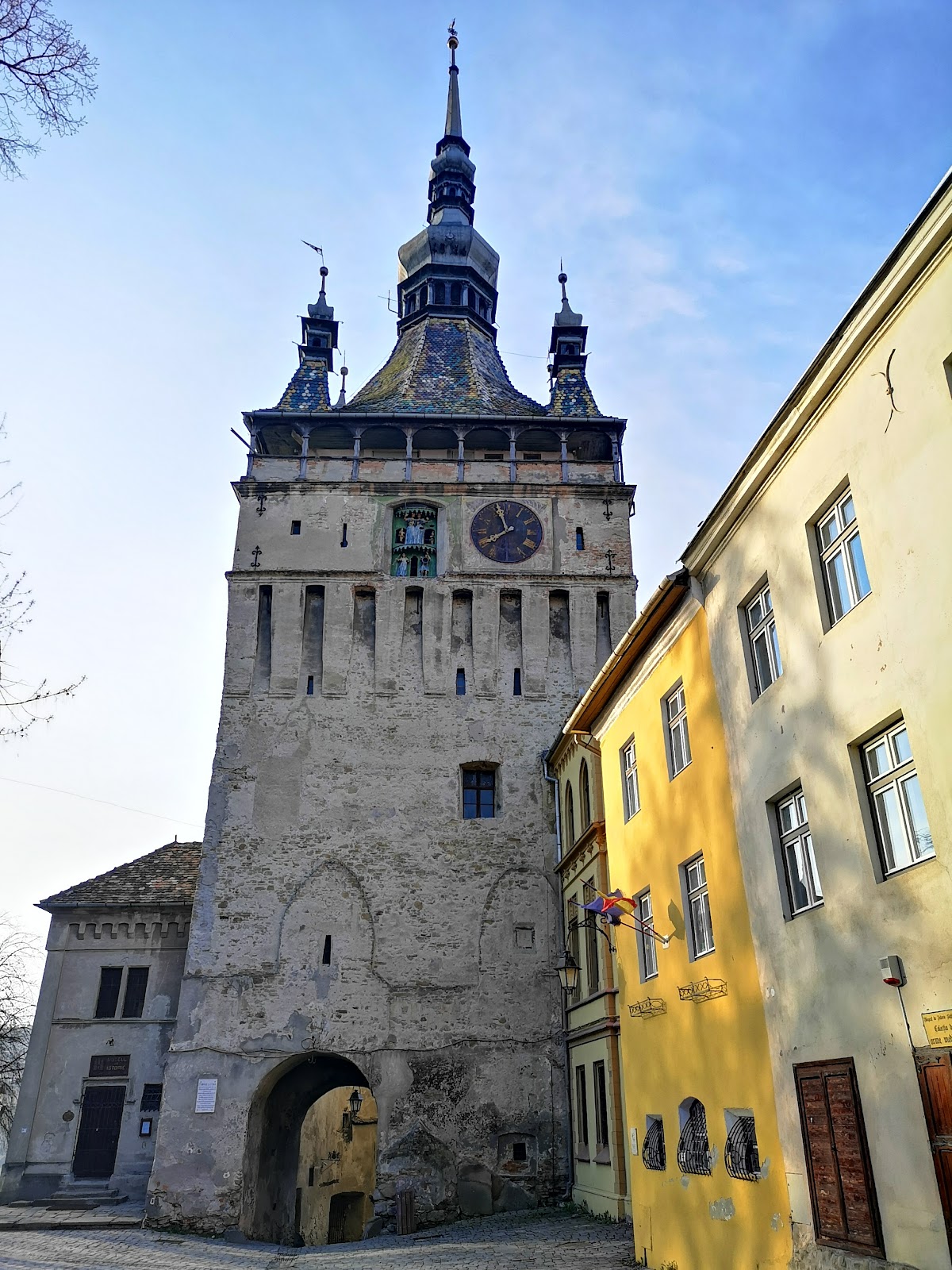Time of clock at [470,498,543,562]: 7:56
